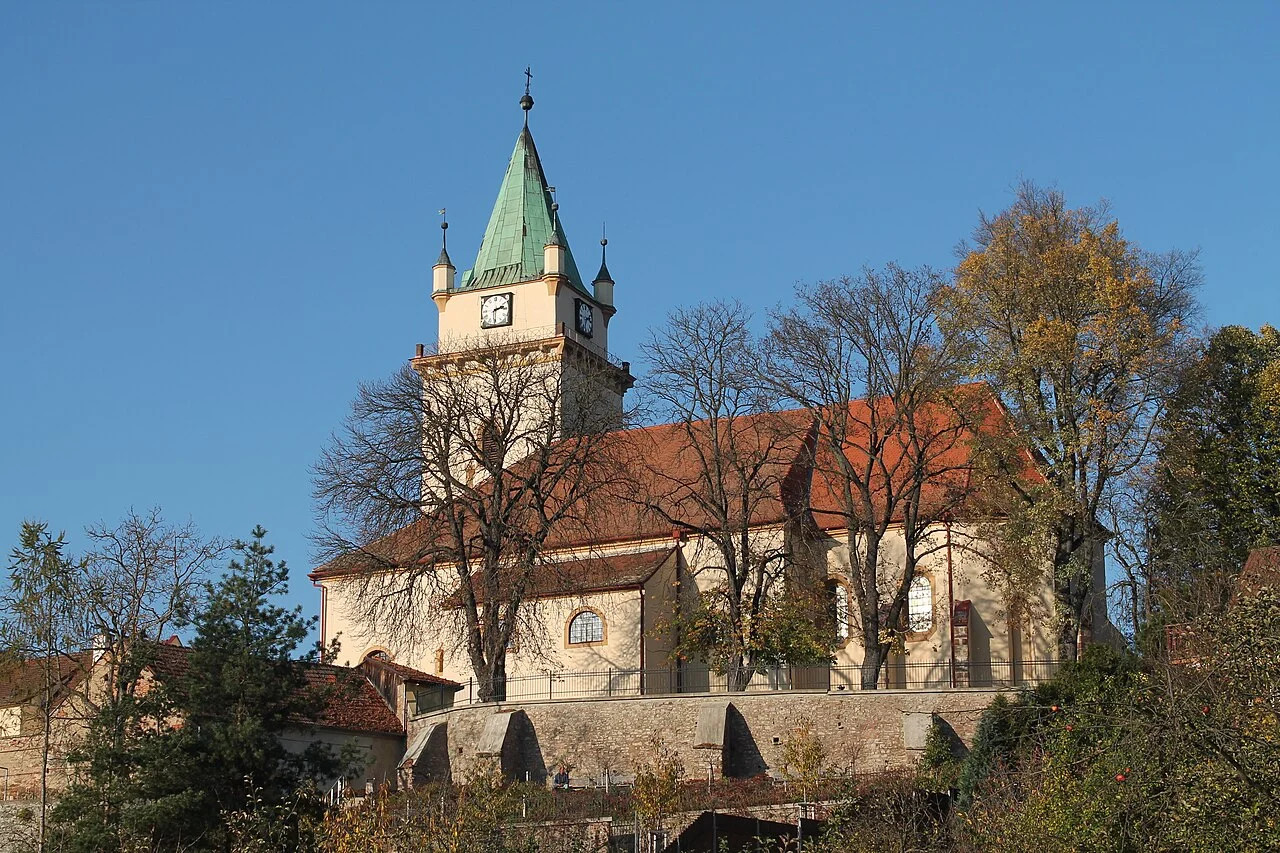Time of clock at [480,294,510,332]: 2:29
